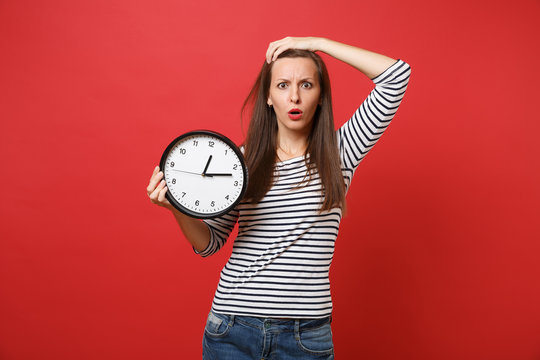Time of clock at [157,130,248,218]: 12:12
